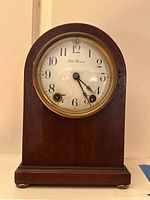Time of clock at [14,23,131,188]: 4:25
